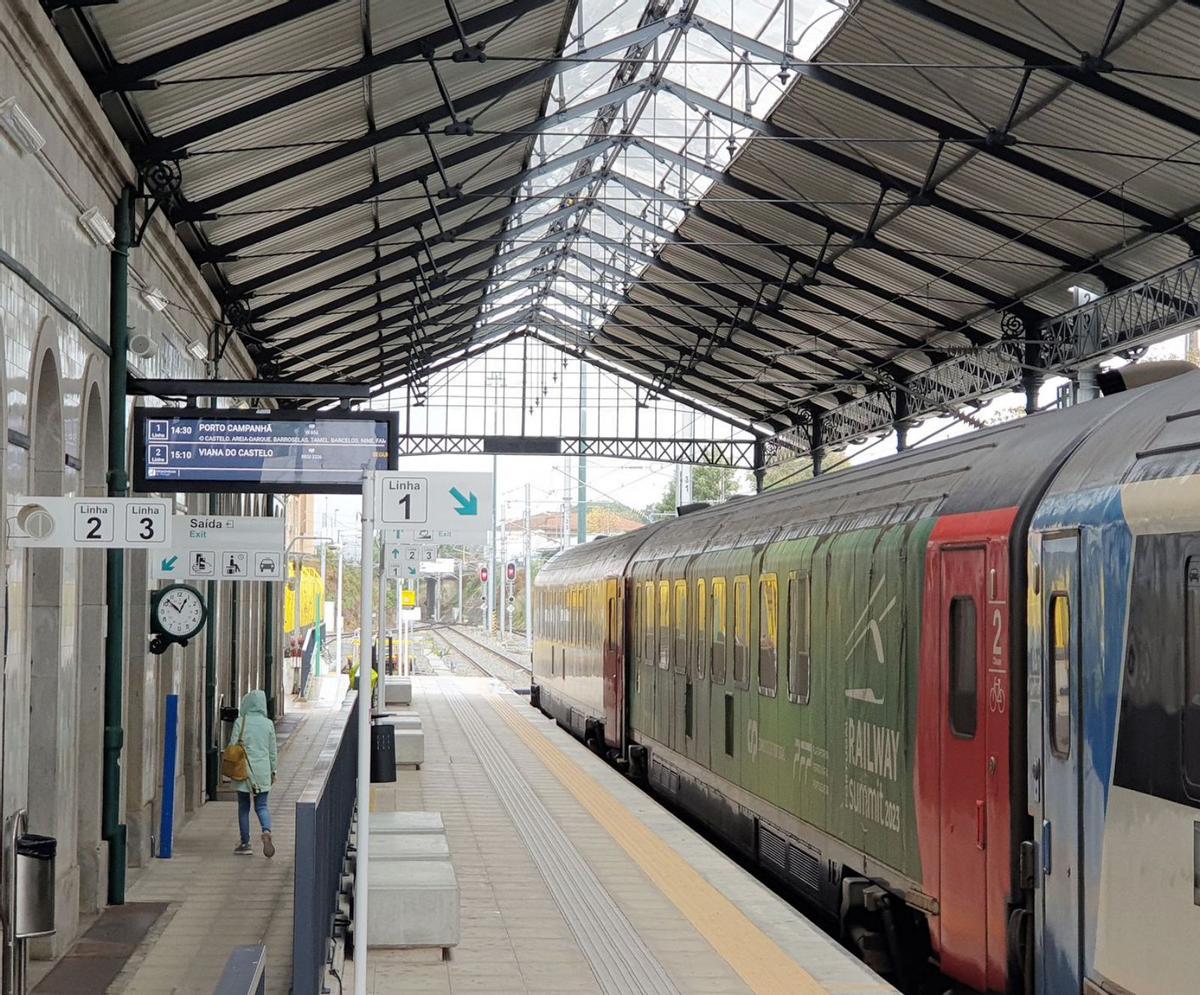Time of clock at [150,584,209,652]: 12:52
